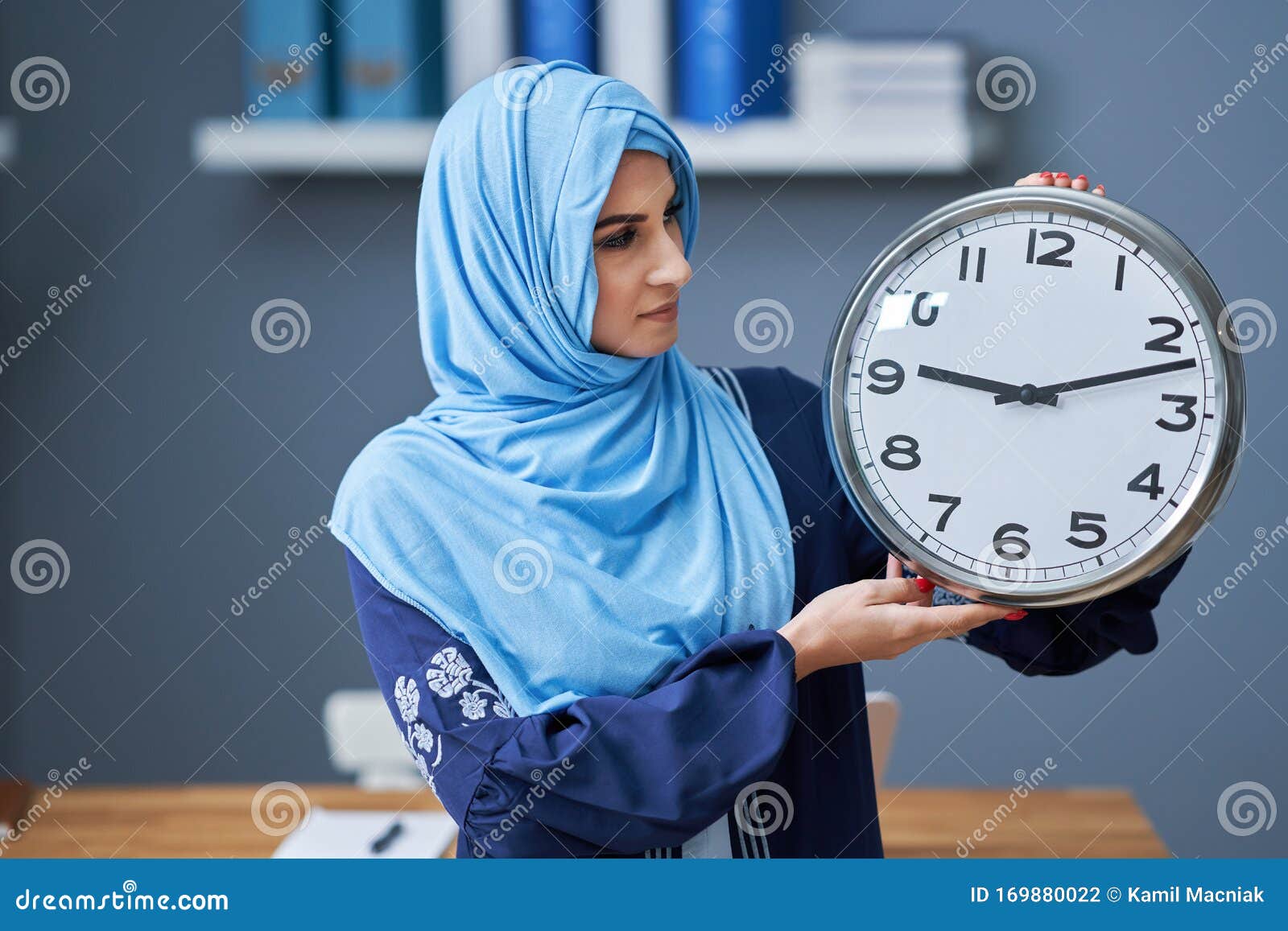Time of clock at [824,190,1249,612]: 9:12
